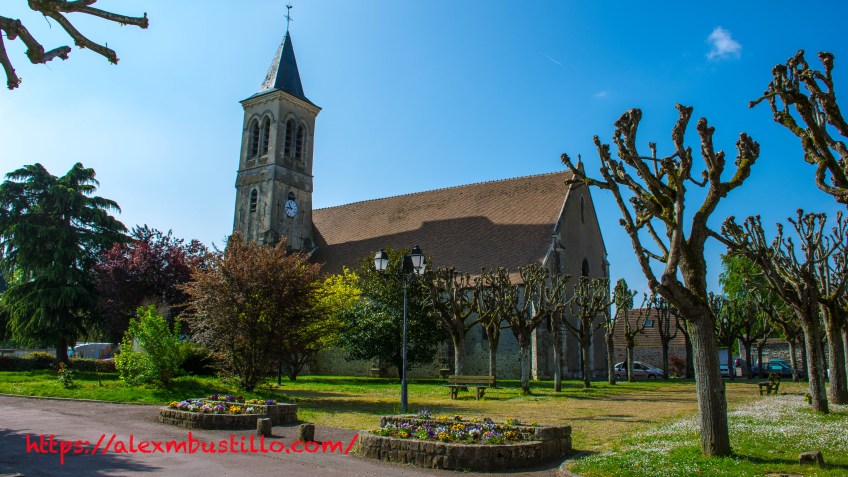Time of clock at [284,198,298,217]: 10:45
